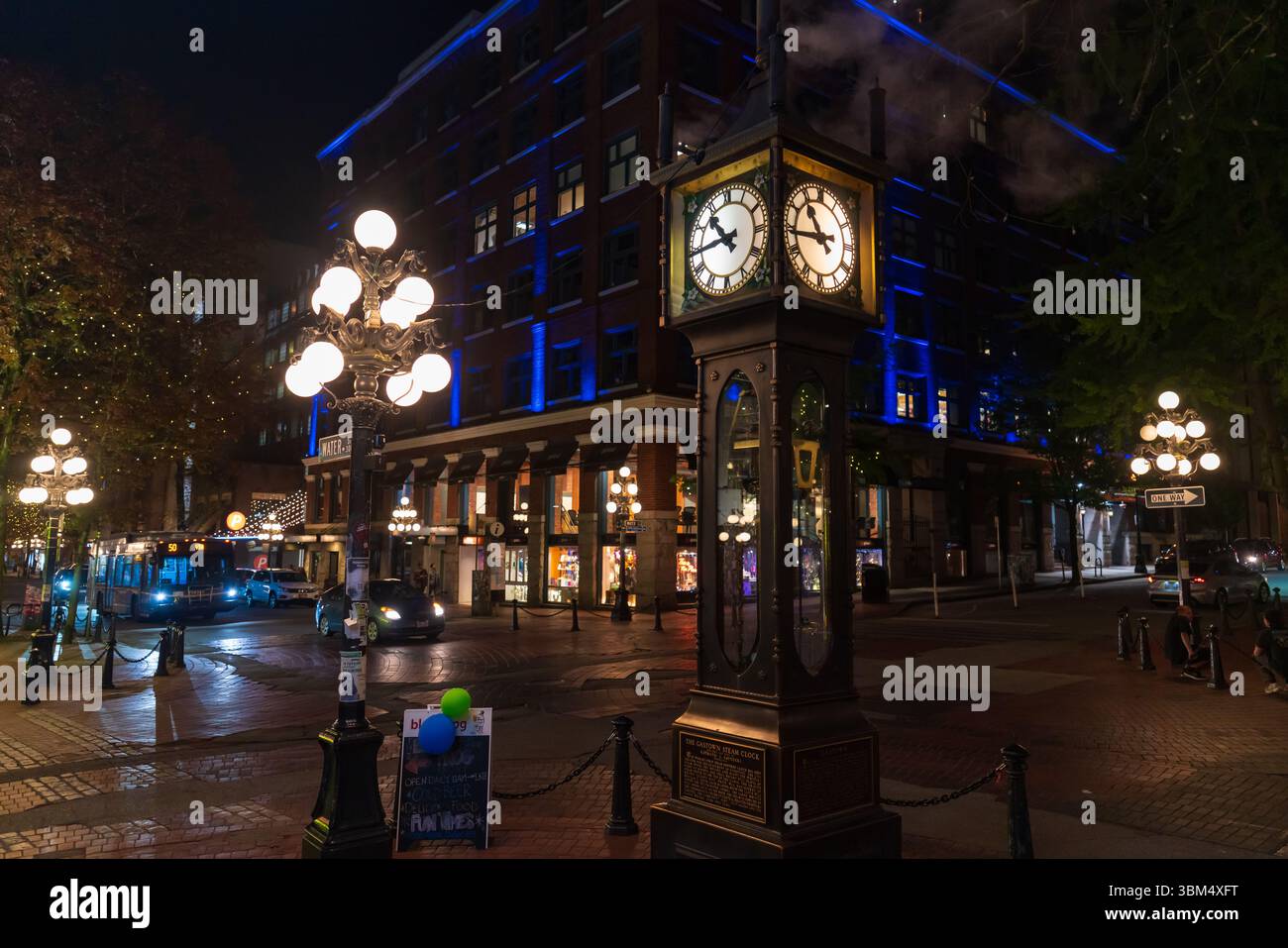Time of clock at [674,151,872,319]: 10:45
